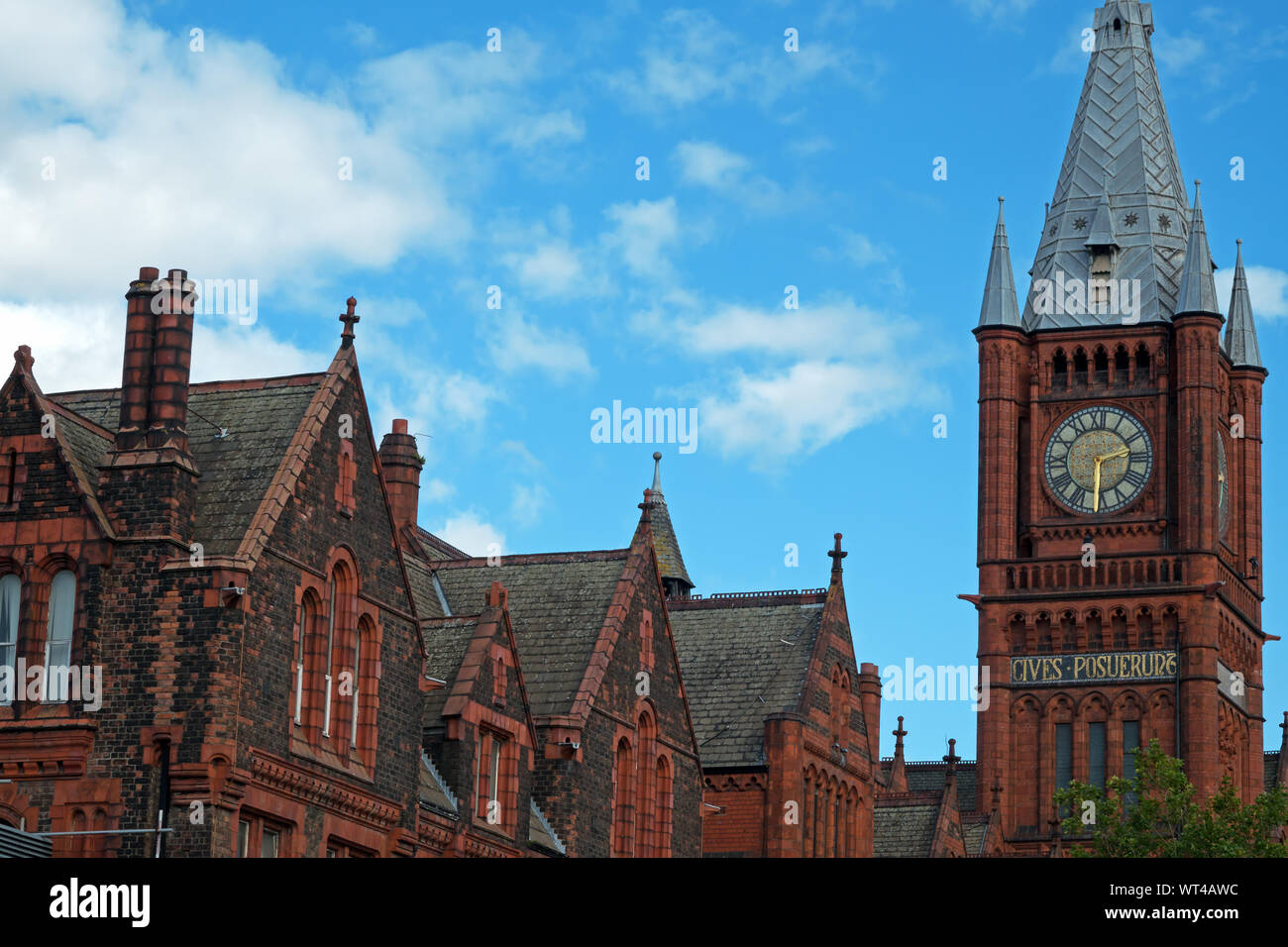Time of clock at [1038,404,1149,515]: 2:30
